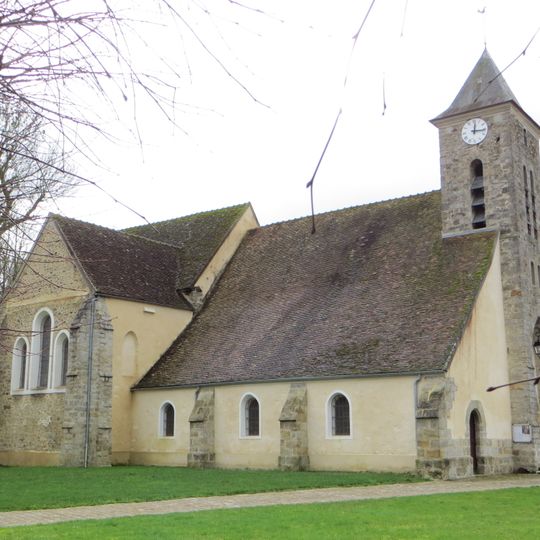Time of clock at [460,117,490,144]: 12:16
